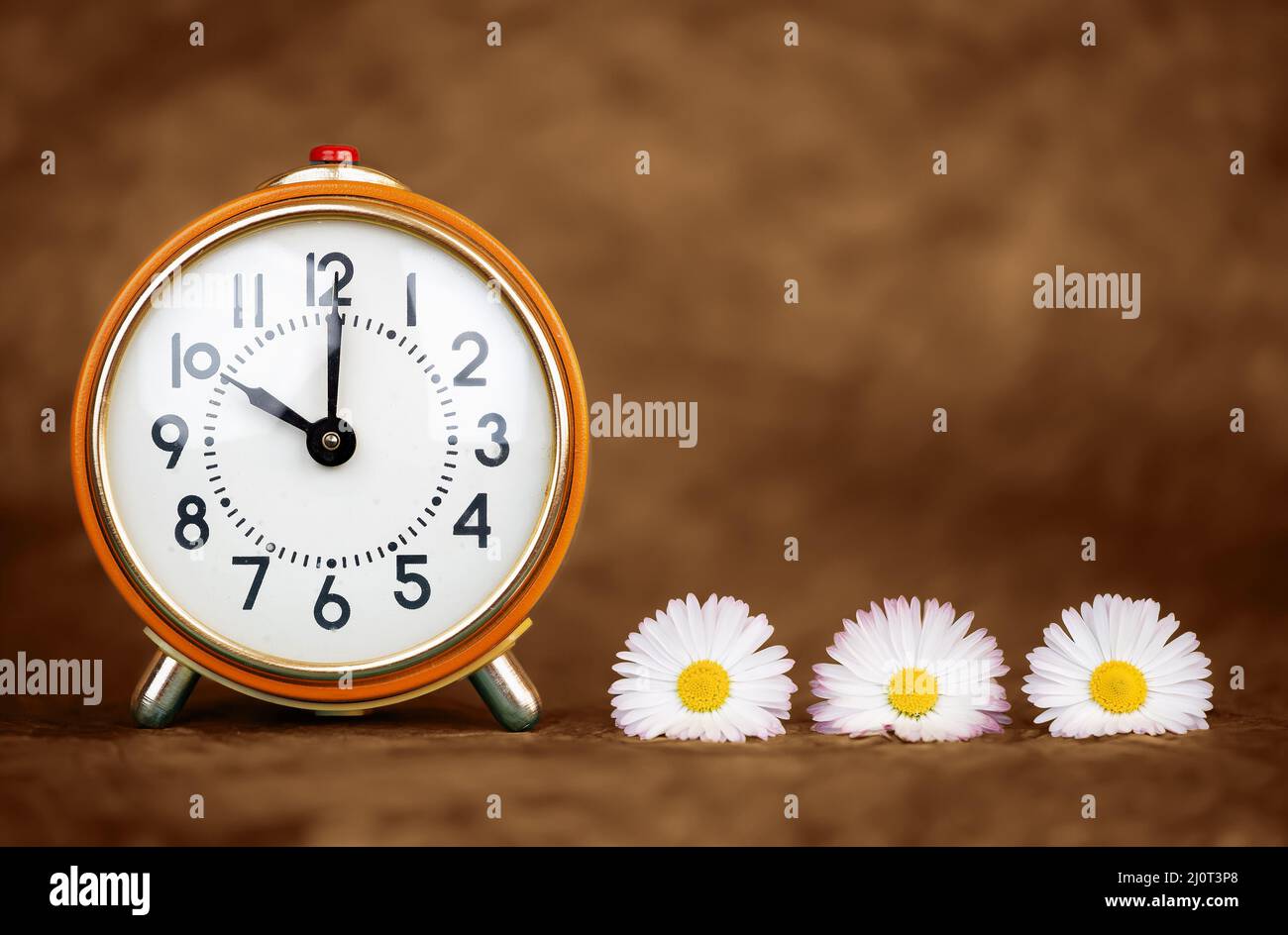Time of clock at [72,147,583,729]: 10:00
